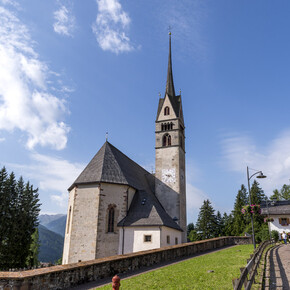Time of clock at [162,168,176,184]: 9:36
